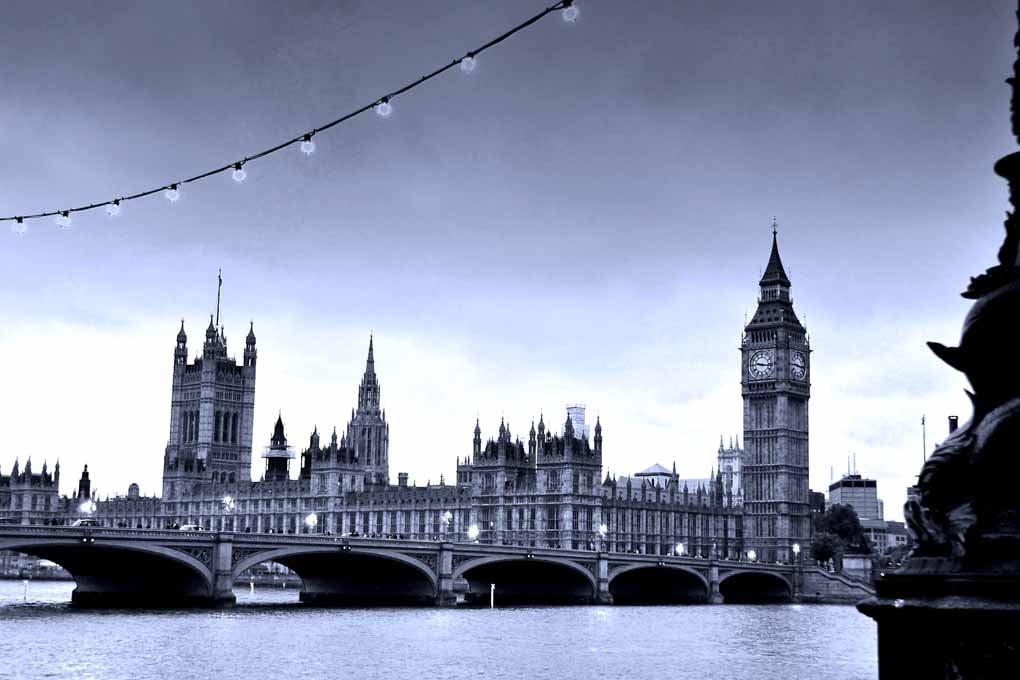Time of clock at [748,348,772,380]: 9:16
